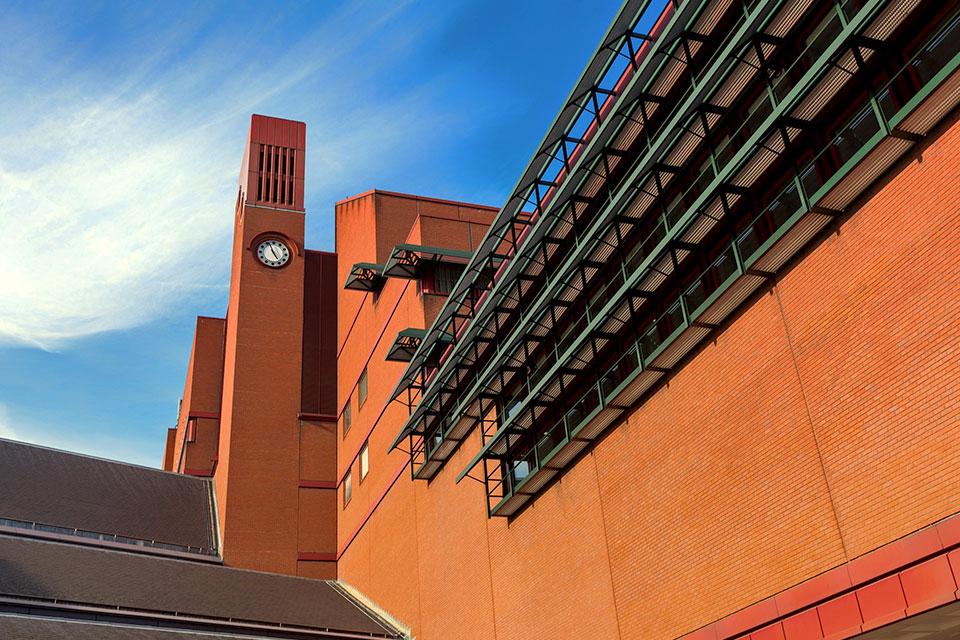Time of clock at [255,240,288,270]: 4:56
